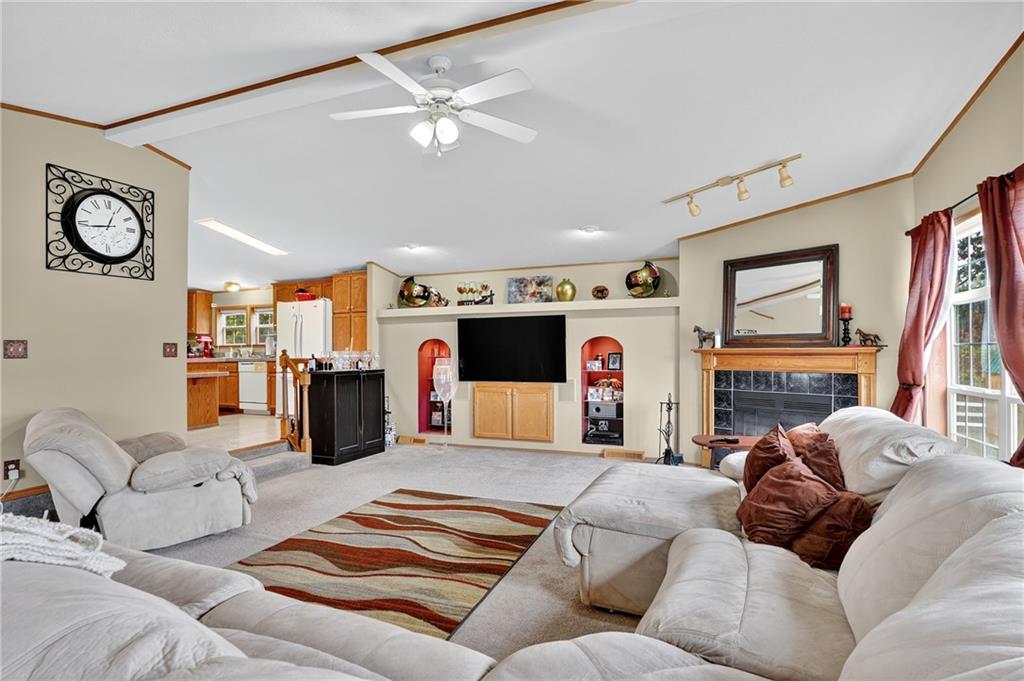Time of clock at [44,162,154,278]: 12:43
